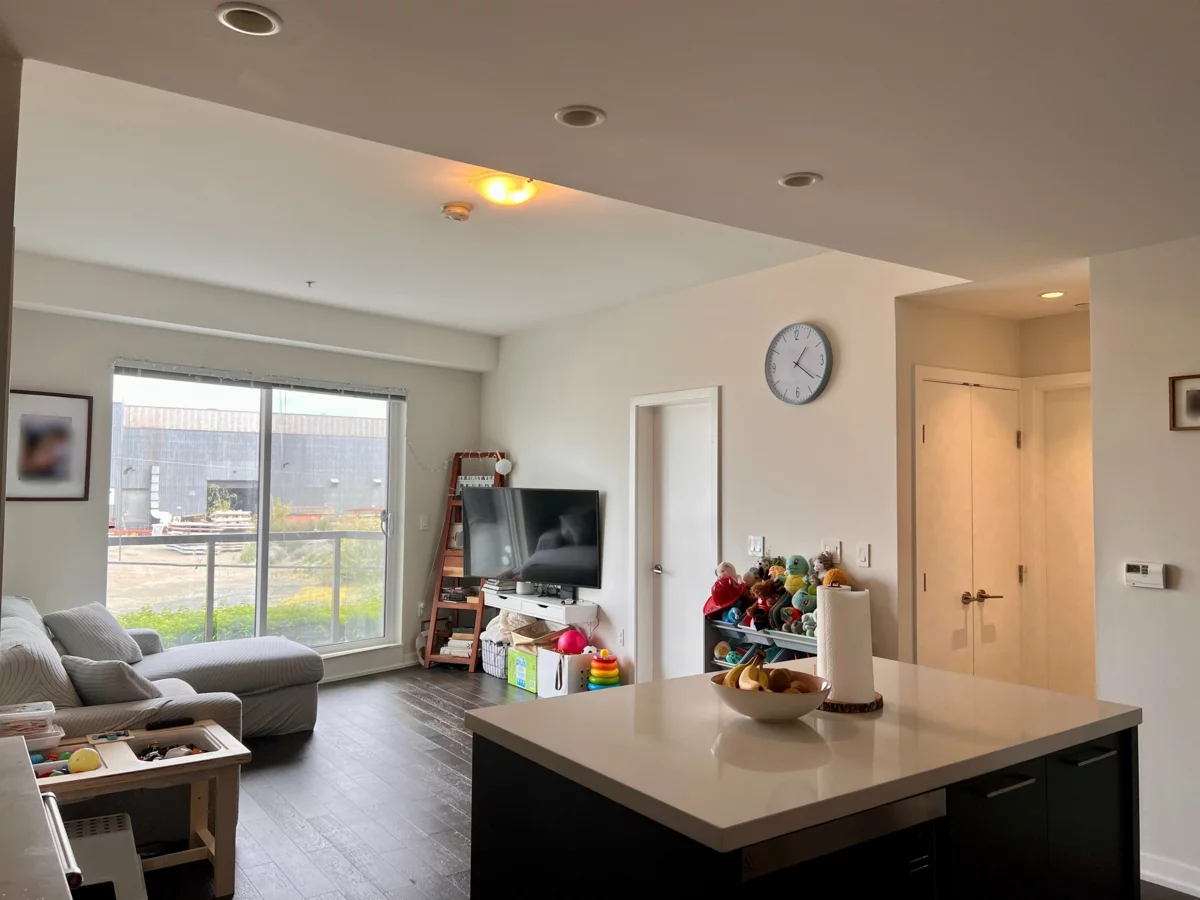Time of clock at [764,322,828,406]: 1:21
